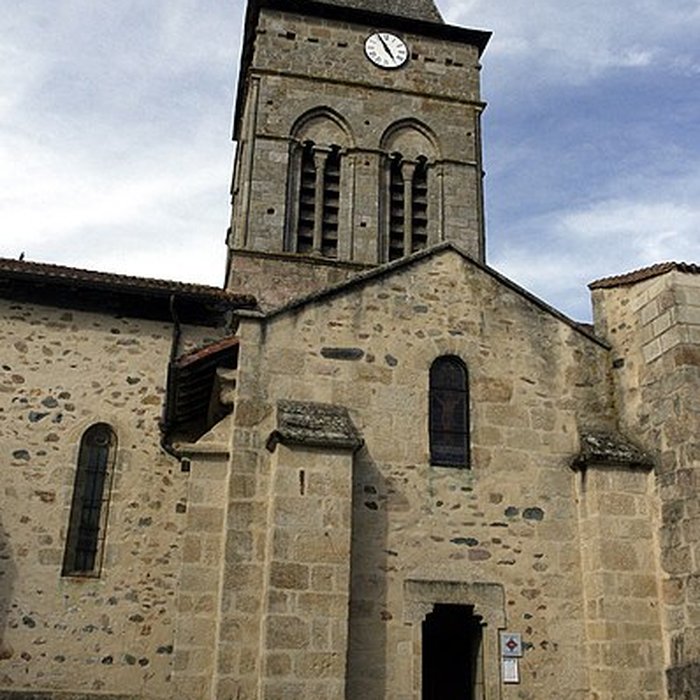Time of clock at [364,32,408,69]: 4:55
